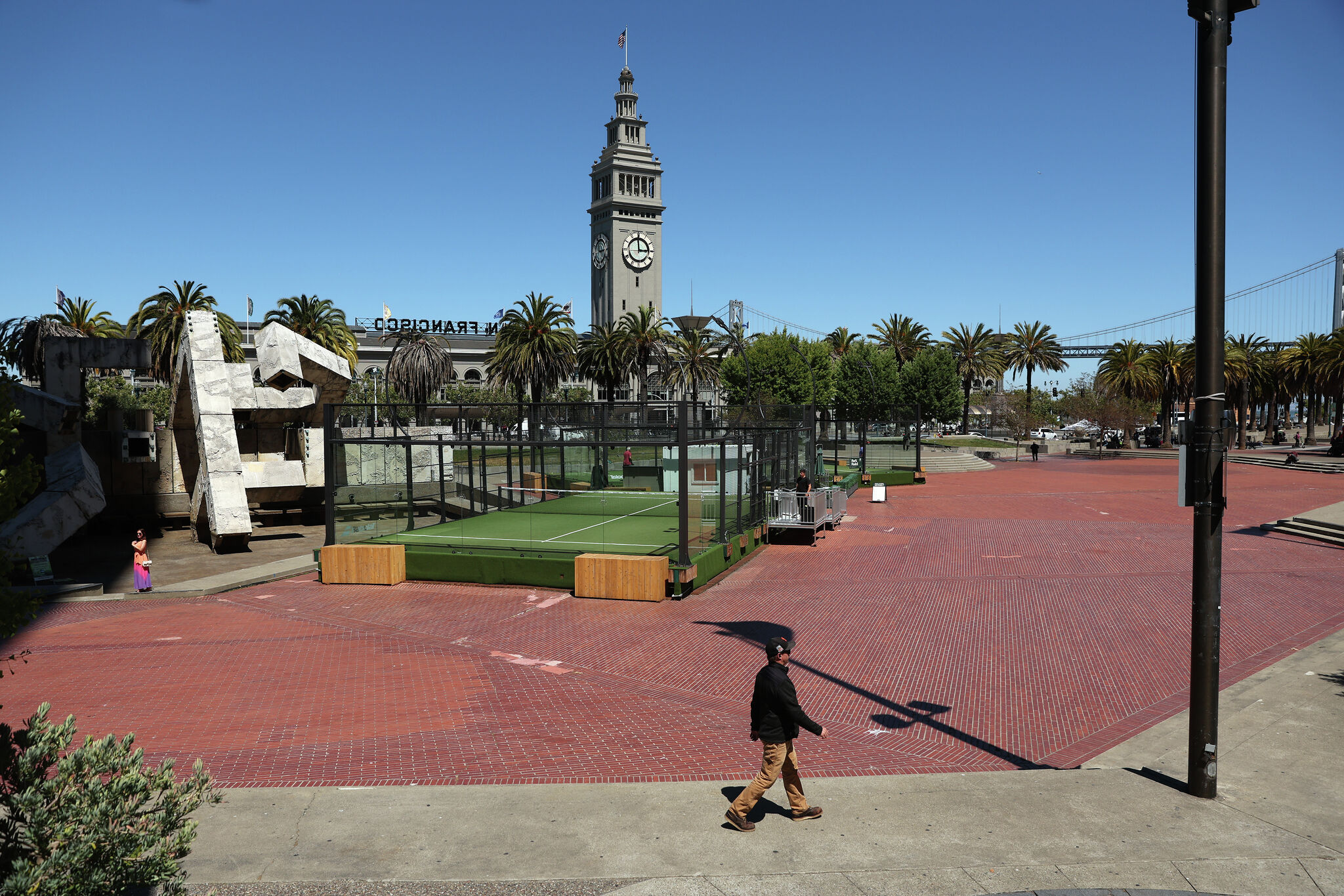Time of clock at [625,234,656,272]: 2:59
